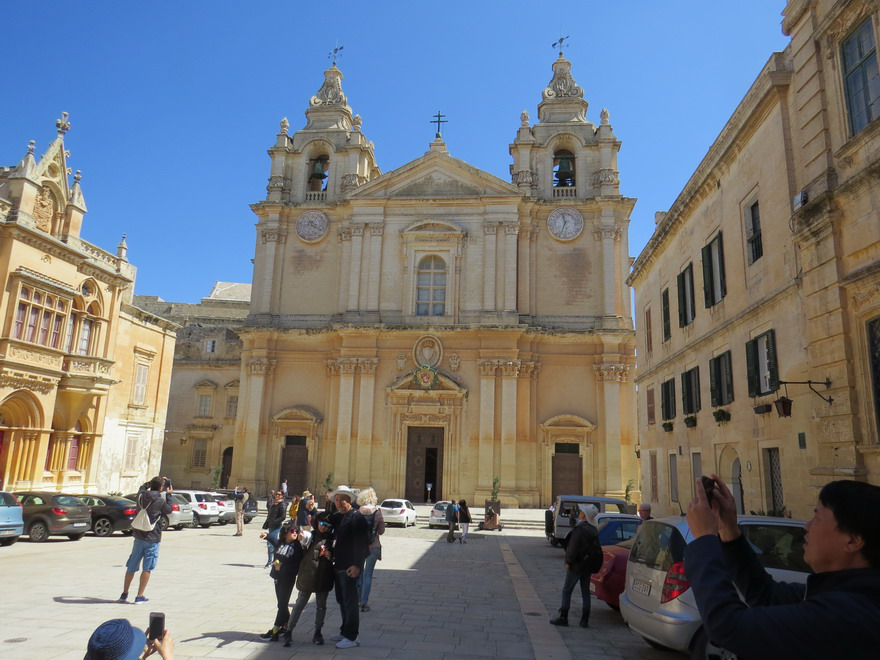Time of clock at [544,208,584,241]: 11:33
